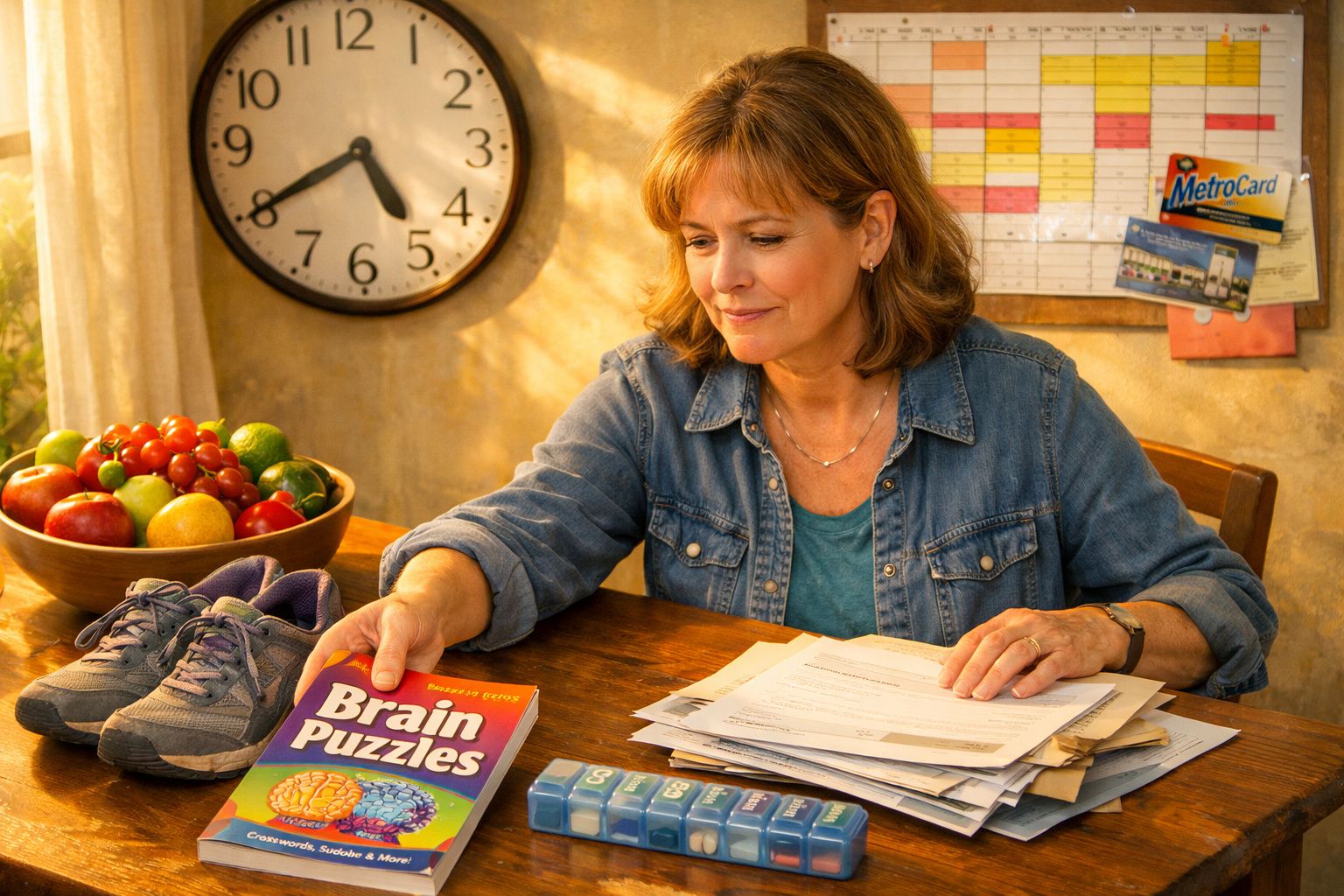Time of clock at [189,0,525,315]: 4:40
